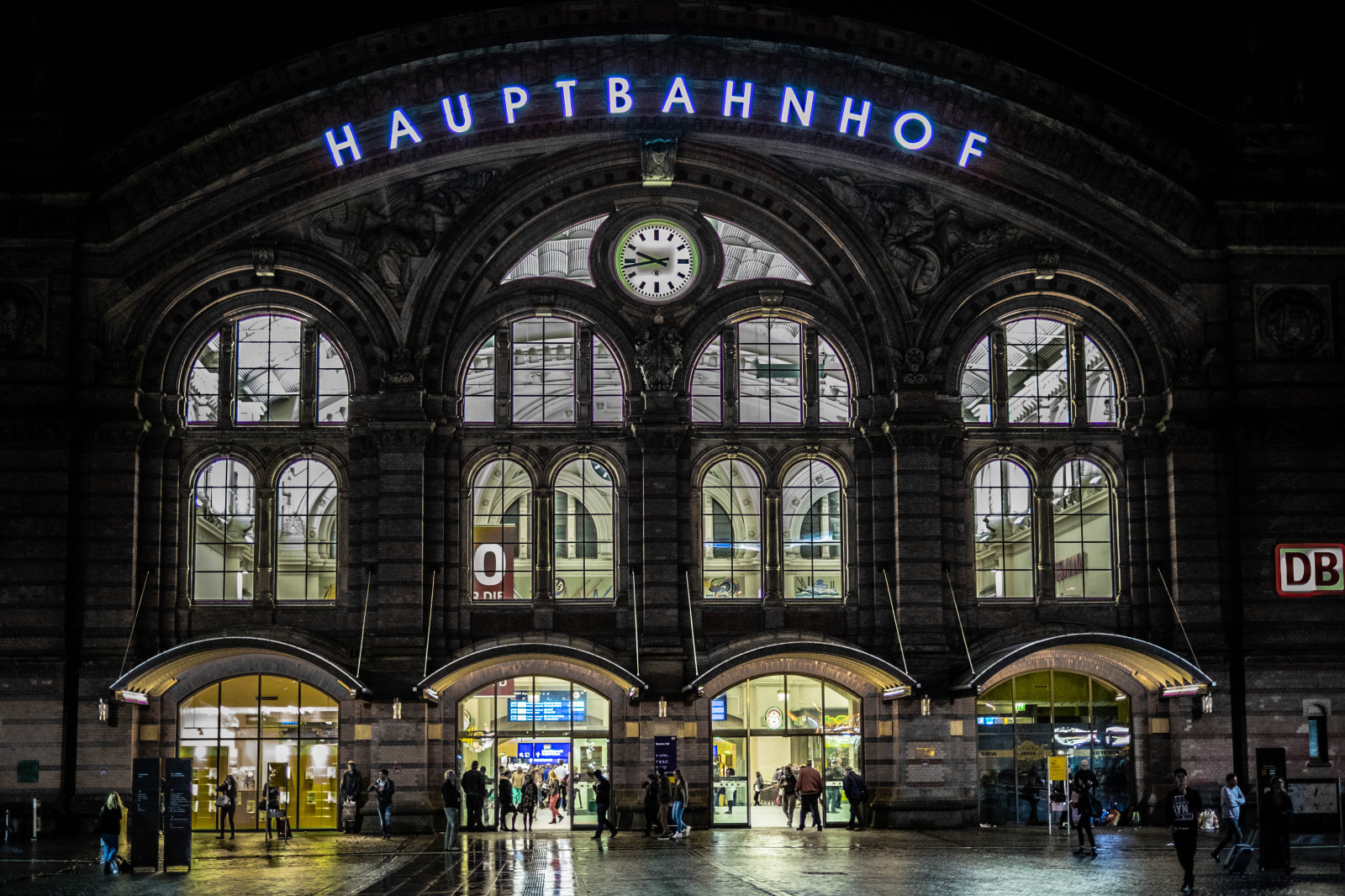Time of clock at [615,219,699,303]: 9:43
